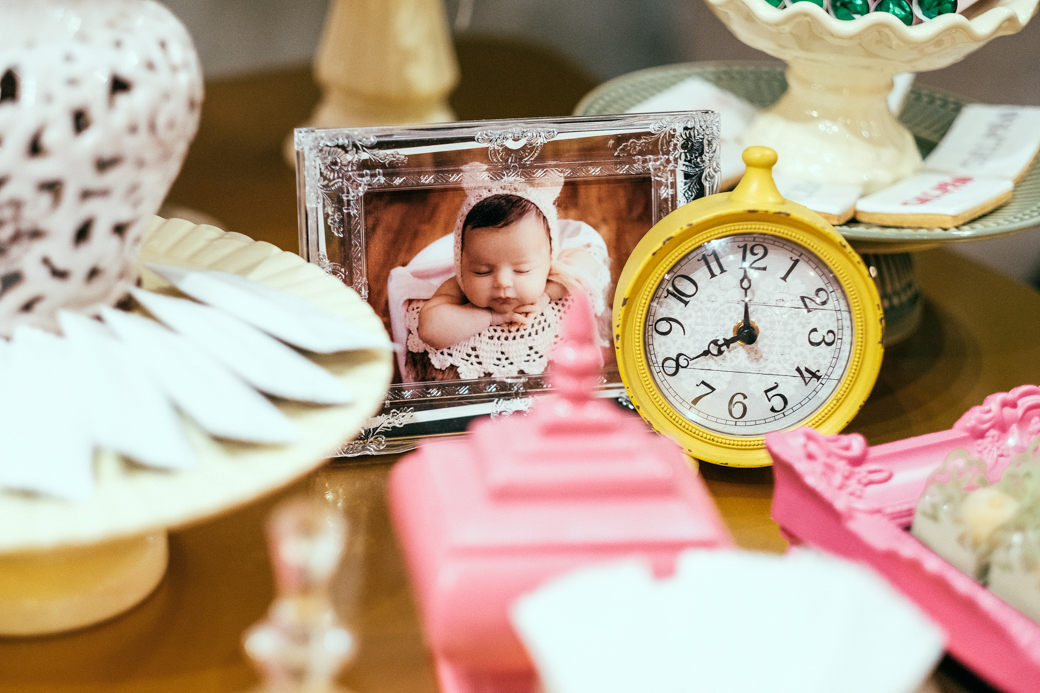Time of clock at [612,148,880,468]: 7:59
